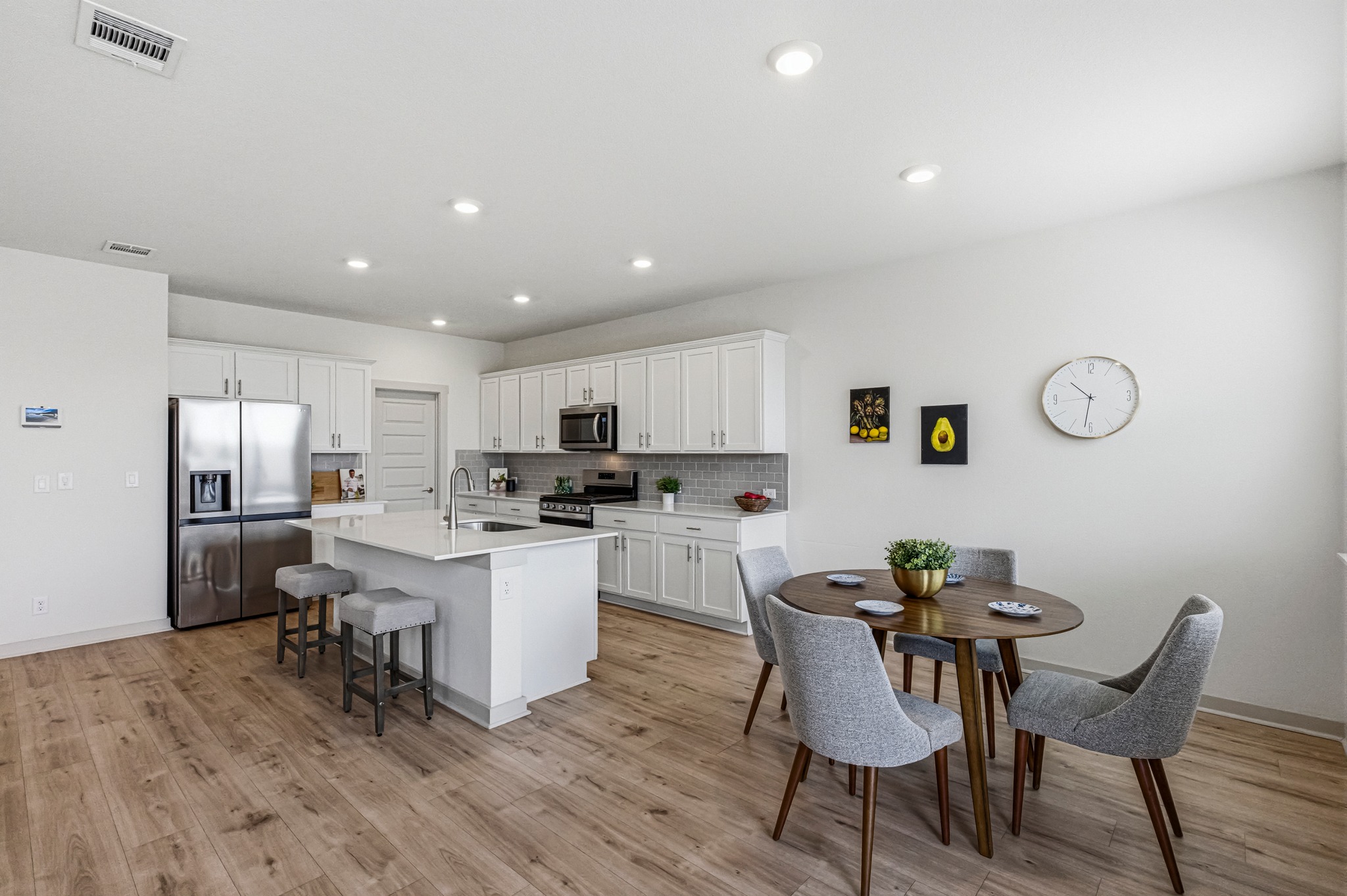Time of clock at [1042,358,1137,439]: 10:31
